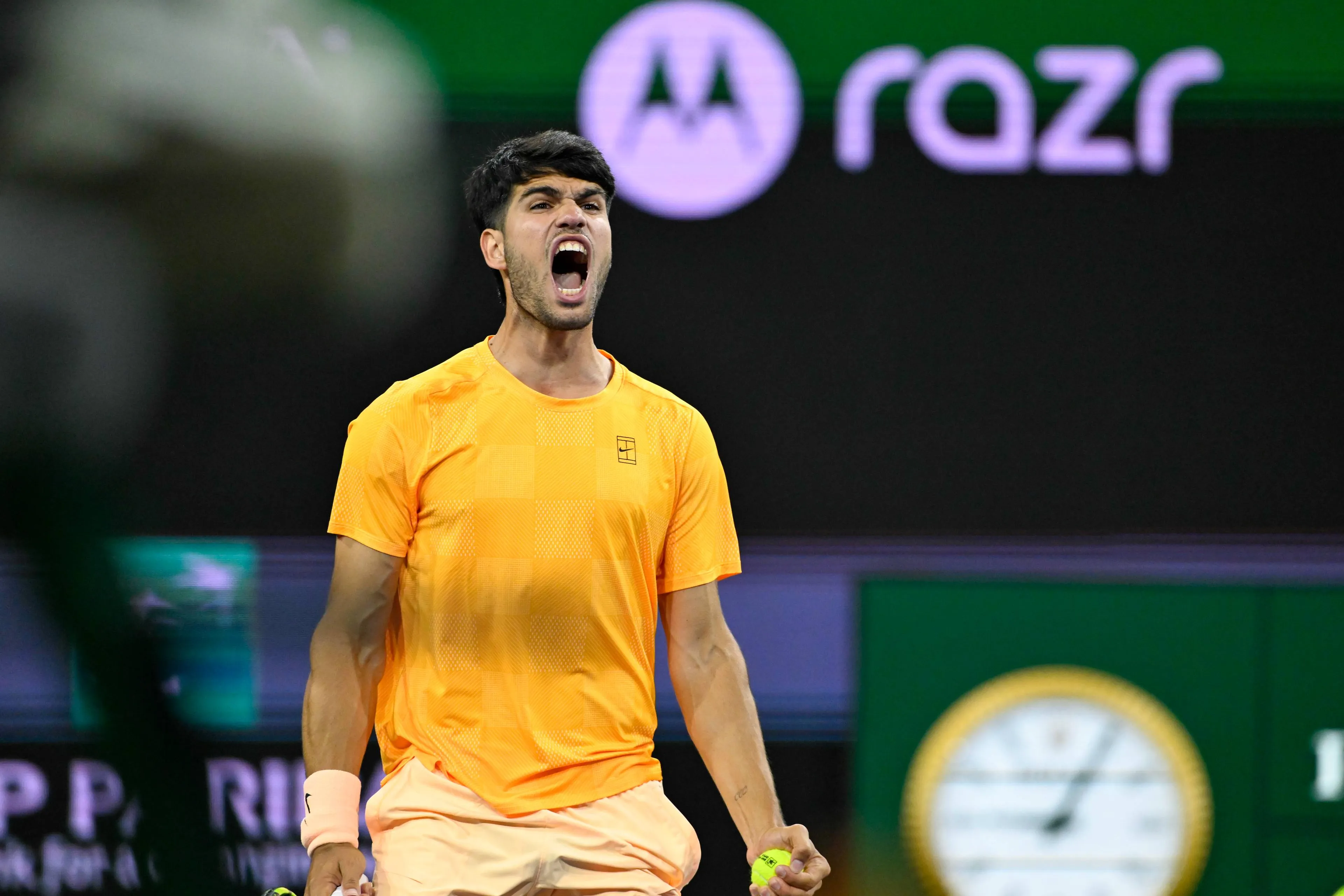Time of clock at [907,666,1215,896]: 9:04
